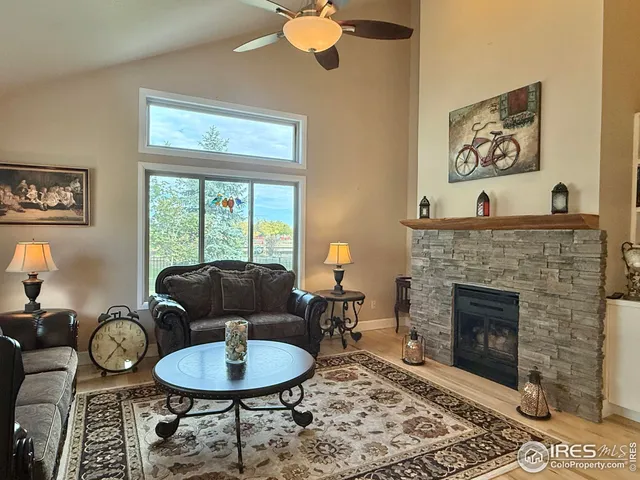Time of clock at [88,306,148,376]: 10:36
